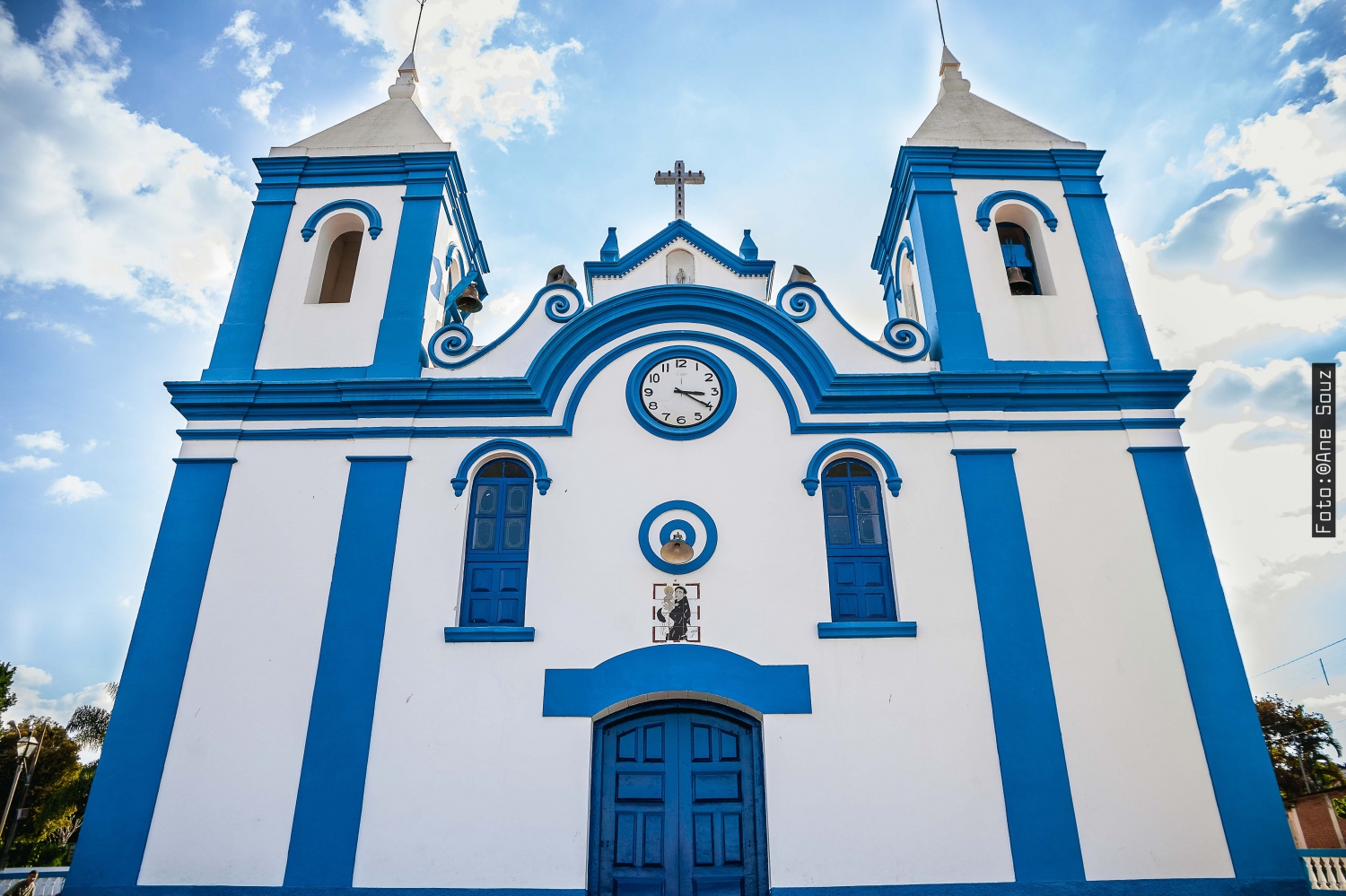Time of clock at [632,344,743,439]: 3:20
